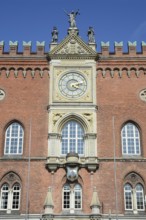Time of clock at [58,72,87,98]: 4:13
